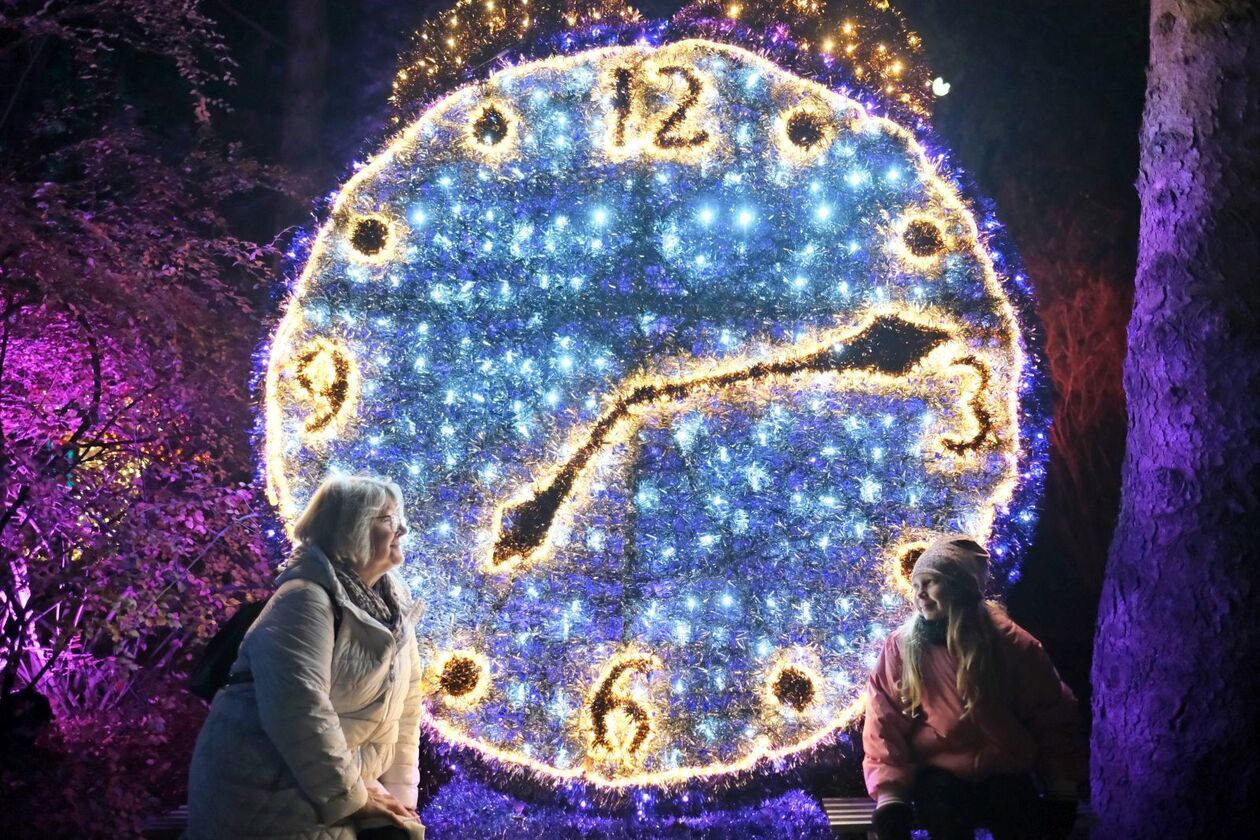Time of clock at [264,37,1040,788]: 7:12
